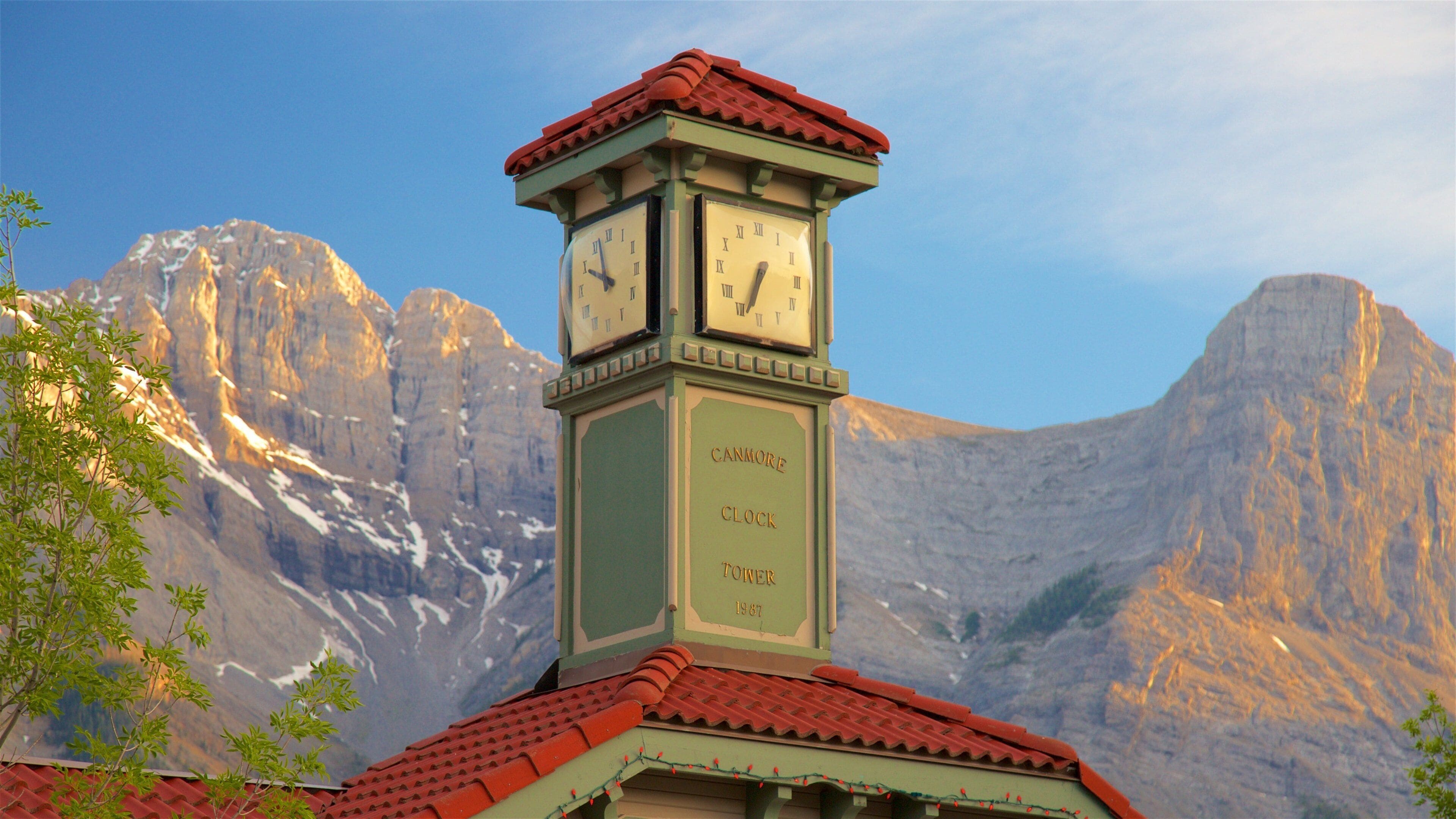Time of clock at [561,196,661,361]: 9:57
